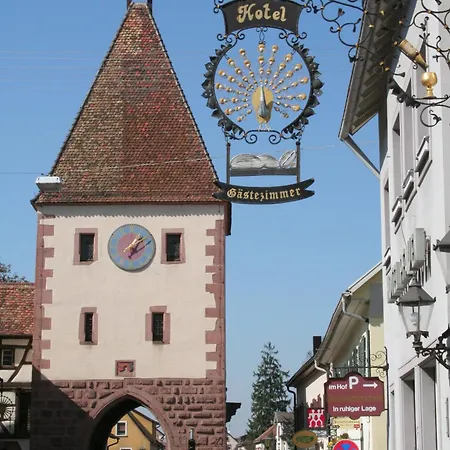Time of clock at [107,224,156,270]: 1:10
